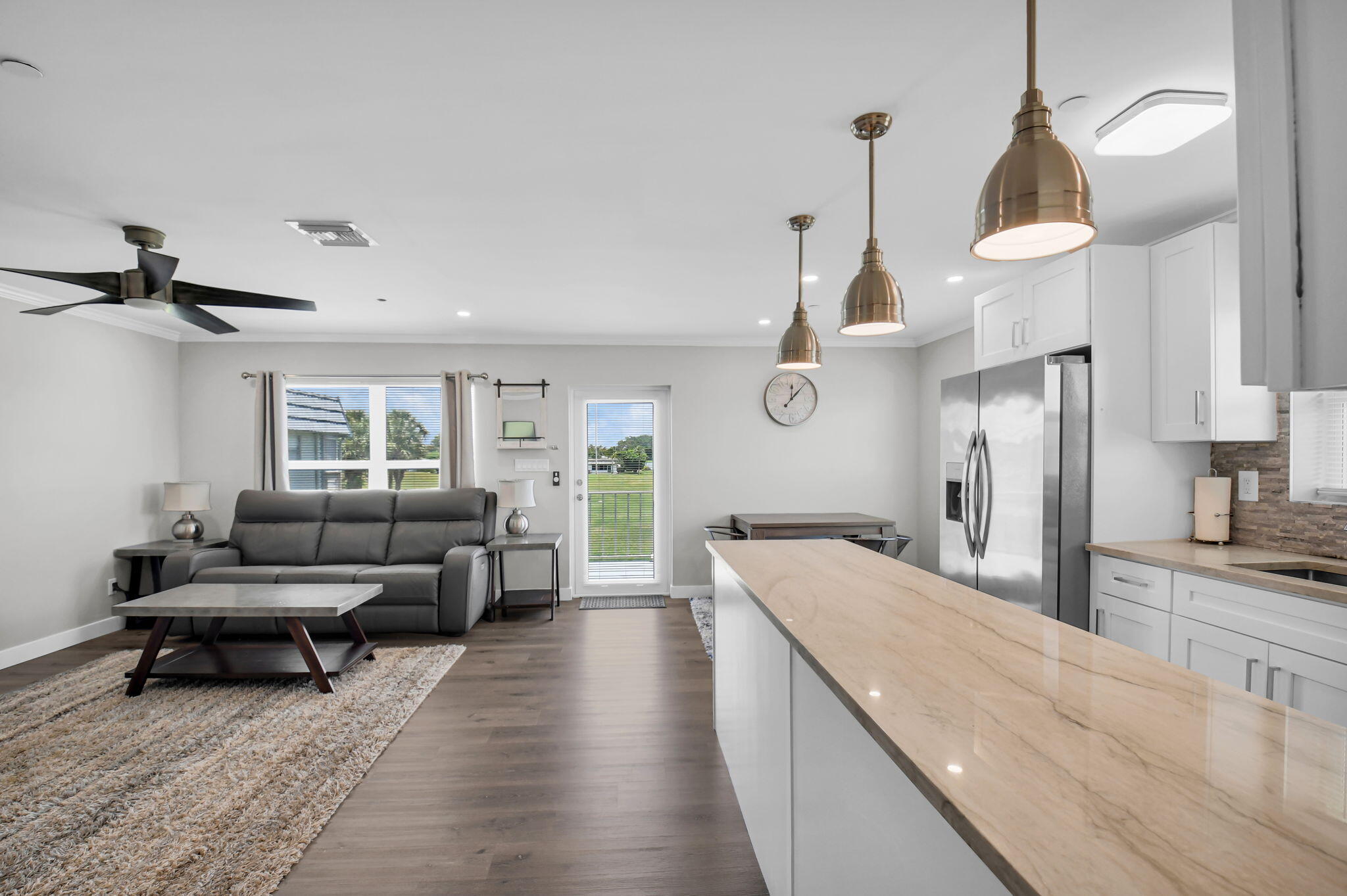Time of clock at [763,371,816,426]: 12:07
